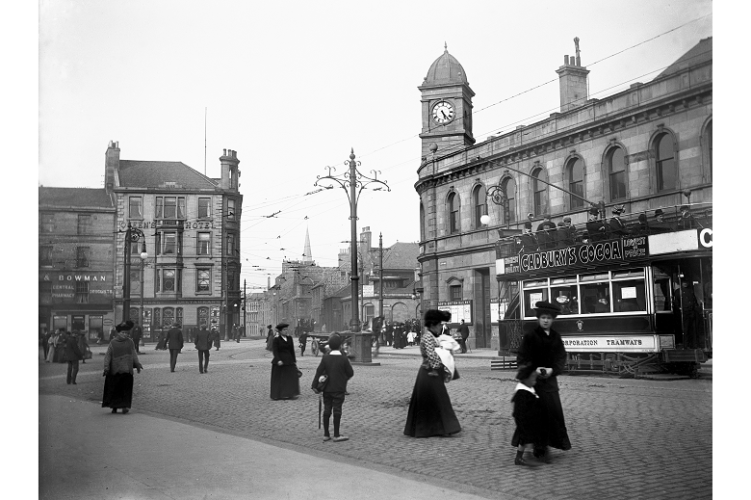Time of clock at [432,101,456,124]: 5:23
